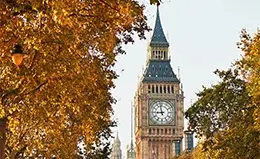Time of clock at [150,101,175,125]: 8:57
